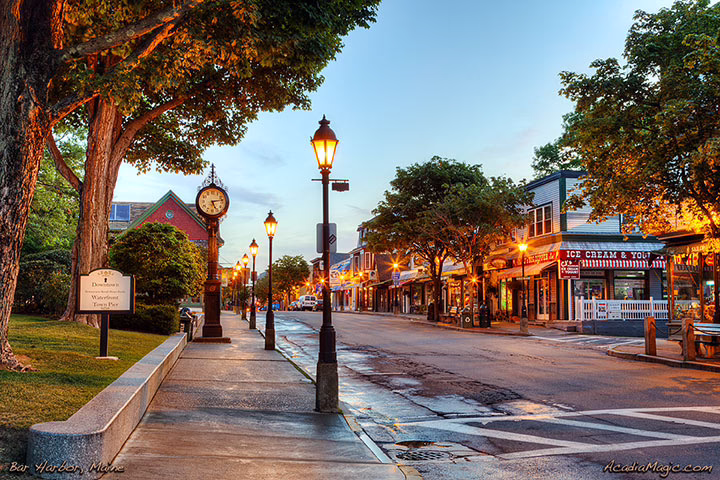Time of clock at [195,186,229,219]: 5:12
